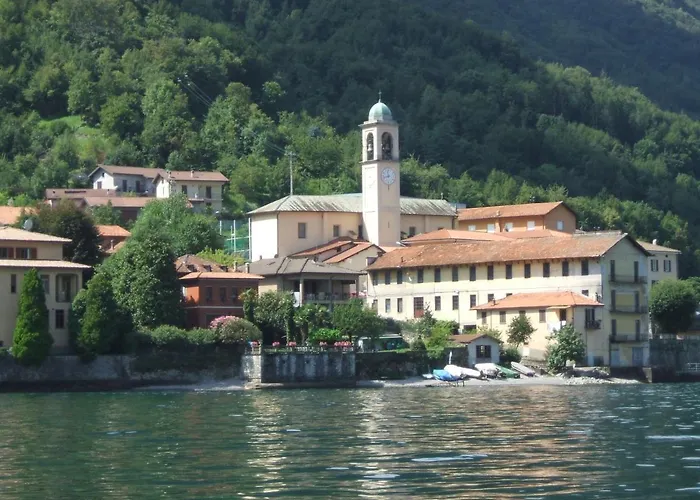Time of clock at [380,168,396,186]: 11:42
